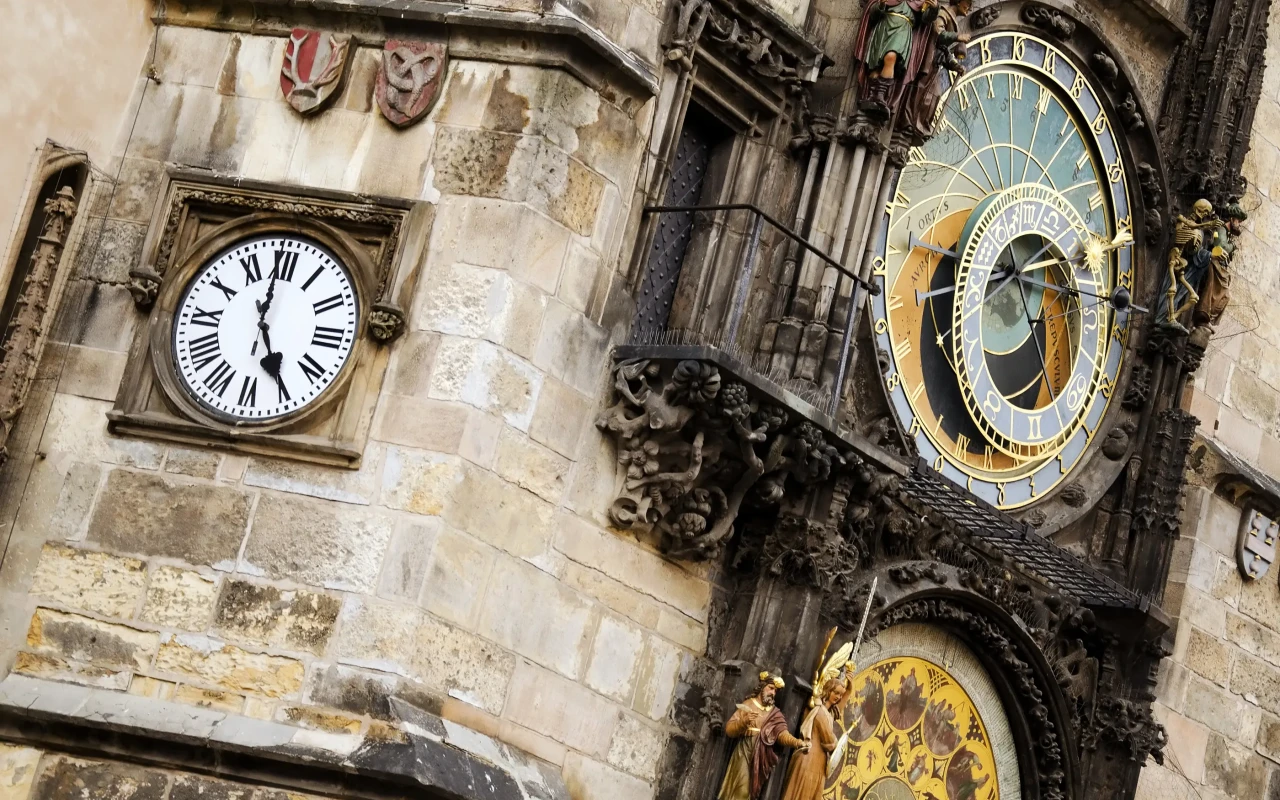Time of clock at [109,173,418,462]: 4:59
